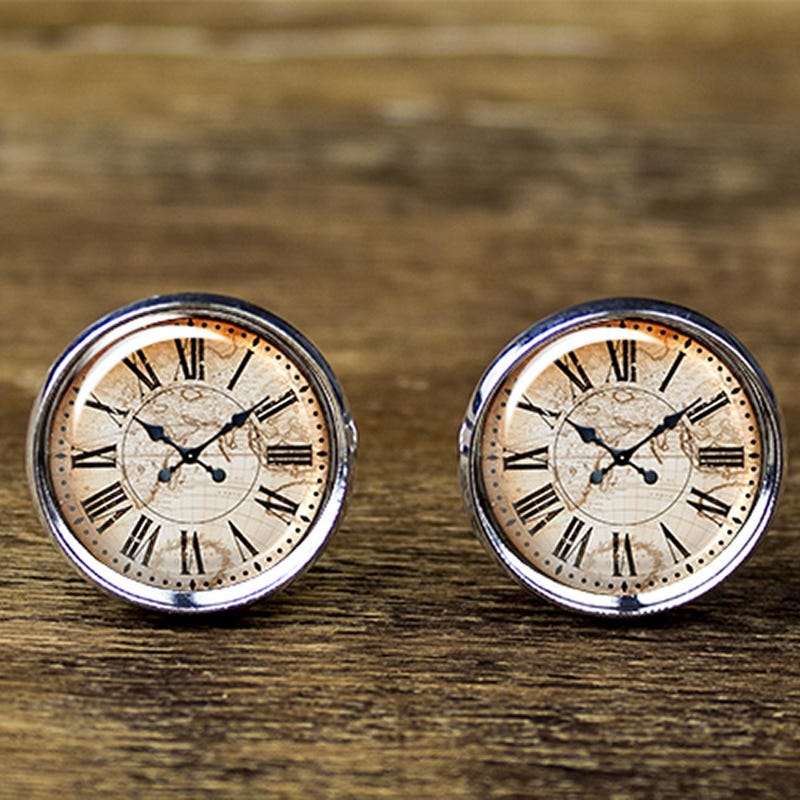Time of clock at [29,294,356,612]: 10:08
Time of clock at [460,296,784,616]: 10:08
